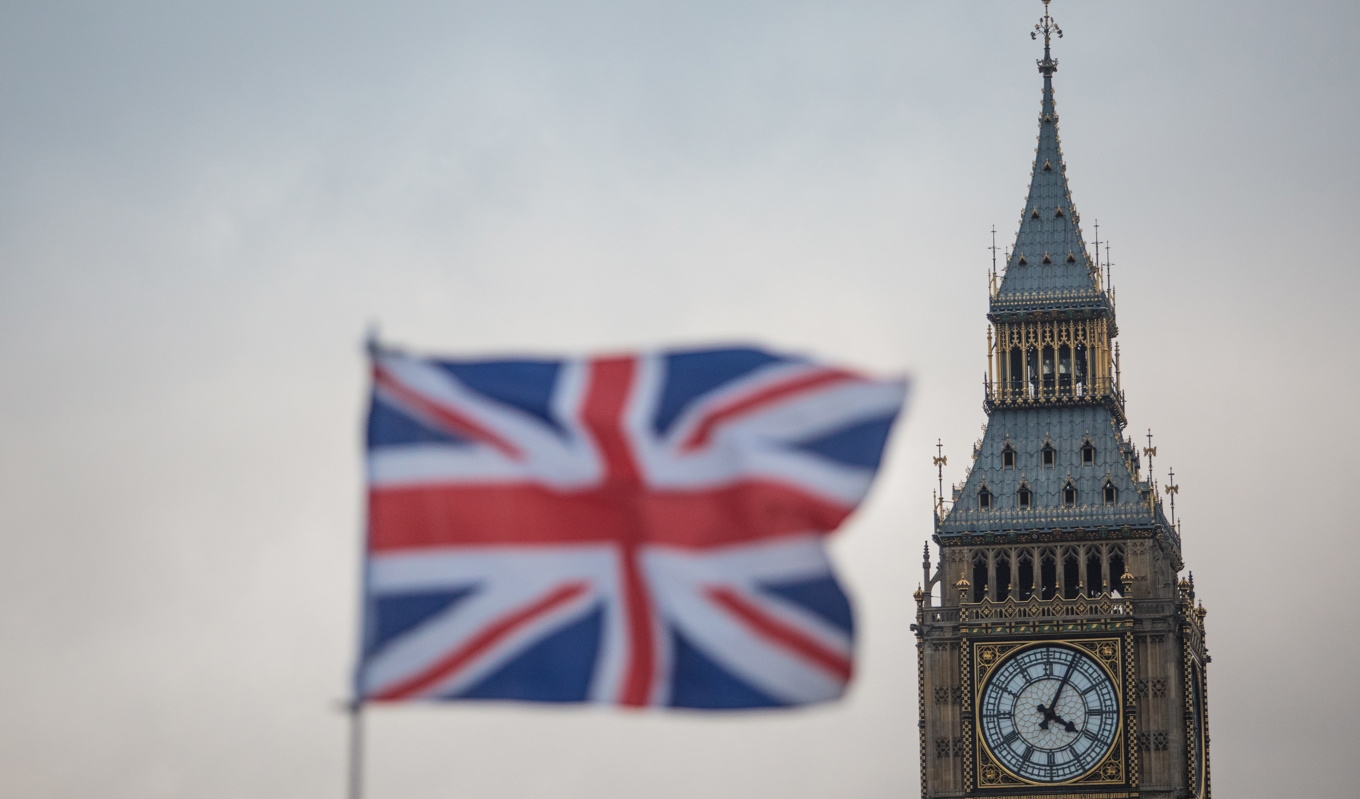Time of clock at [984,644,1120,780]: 4:04
